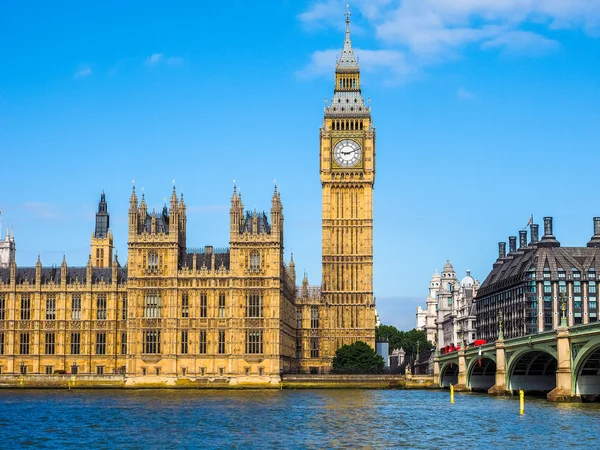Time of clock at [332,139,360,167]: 9:11
